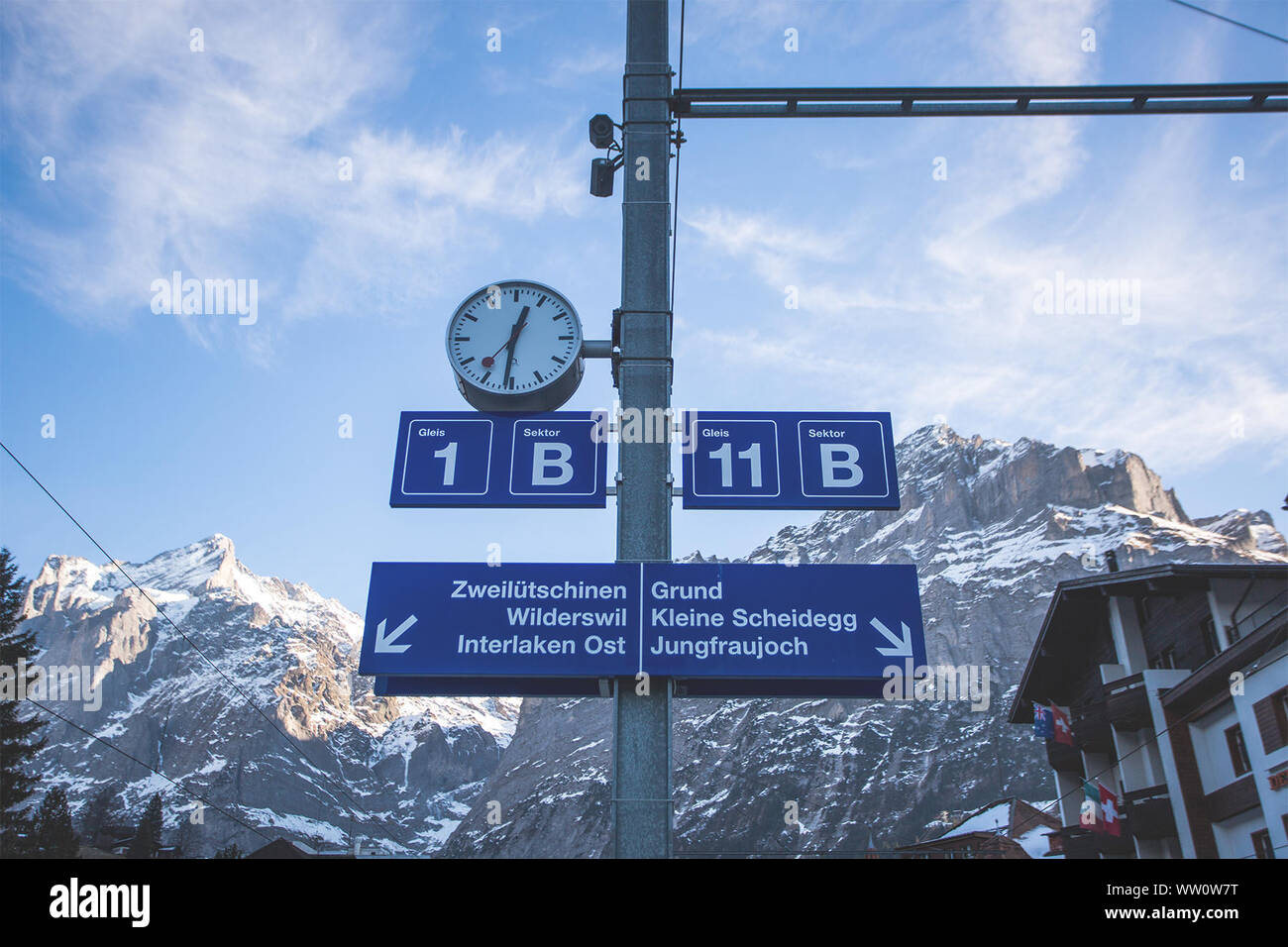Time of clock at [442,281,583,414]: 12:31
